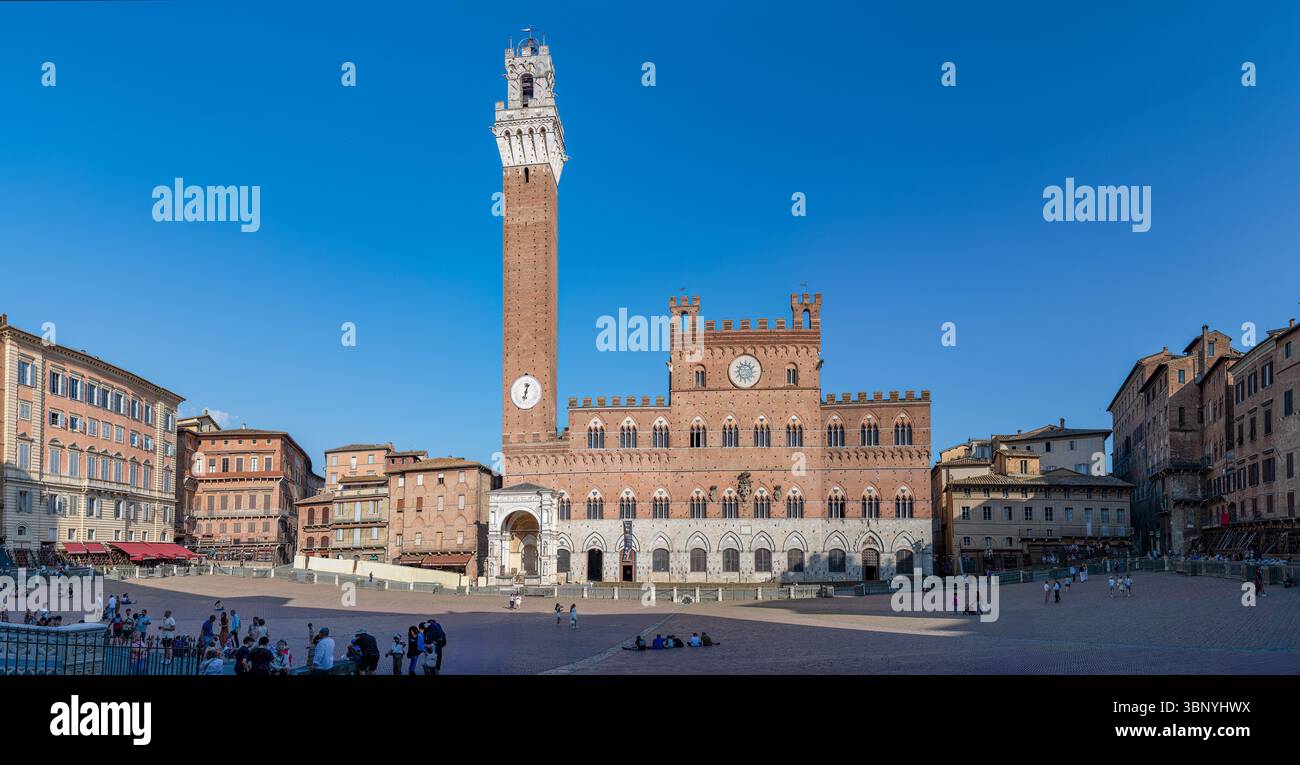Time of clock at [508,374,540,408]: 12:32
